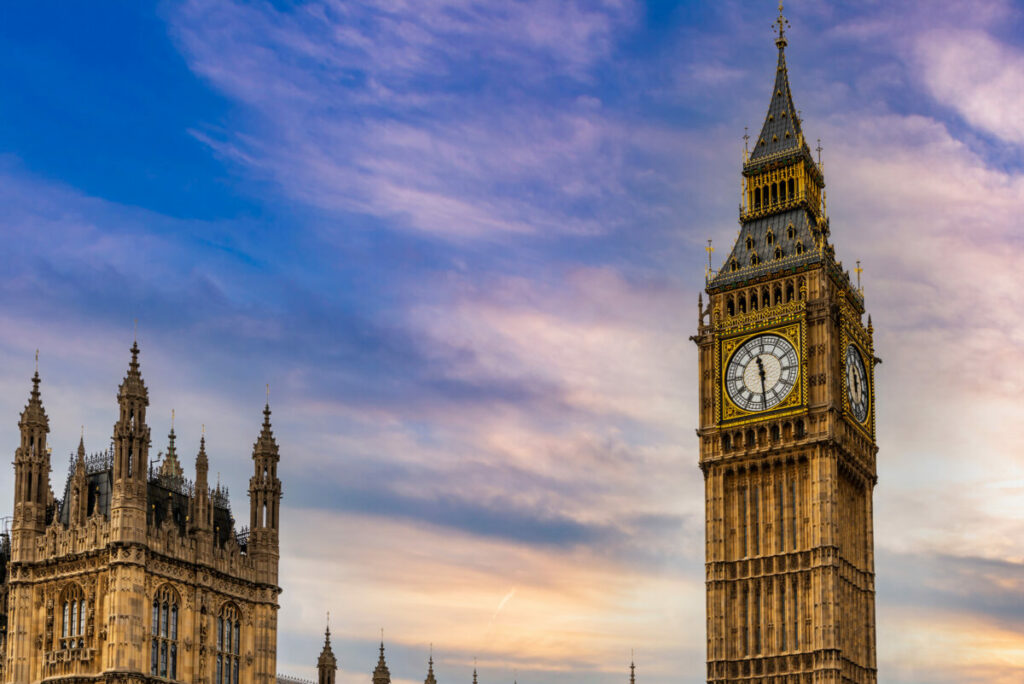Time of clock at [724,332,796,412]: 11:29
